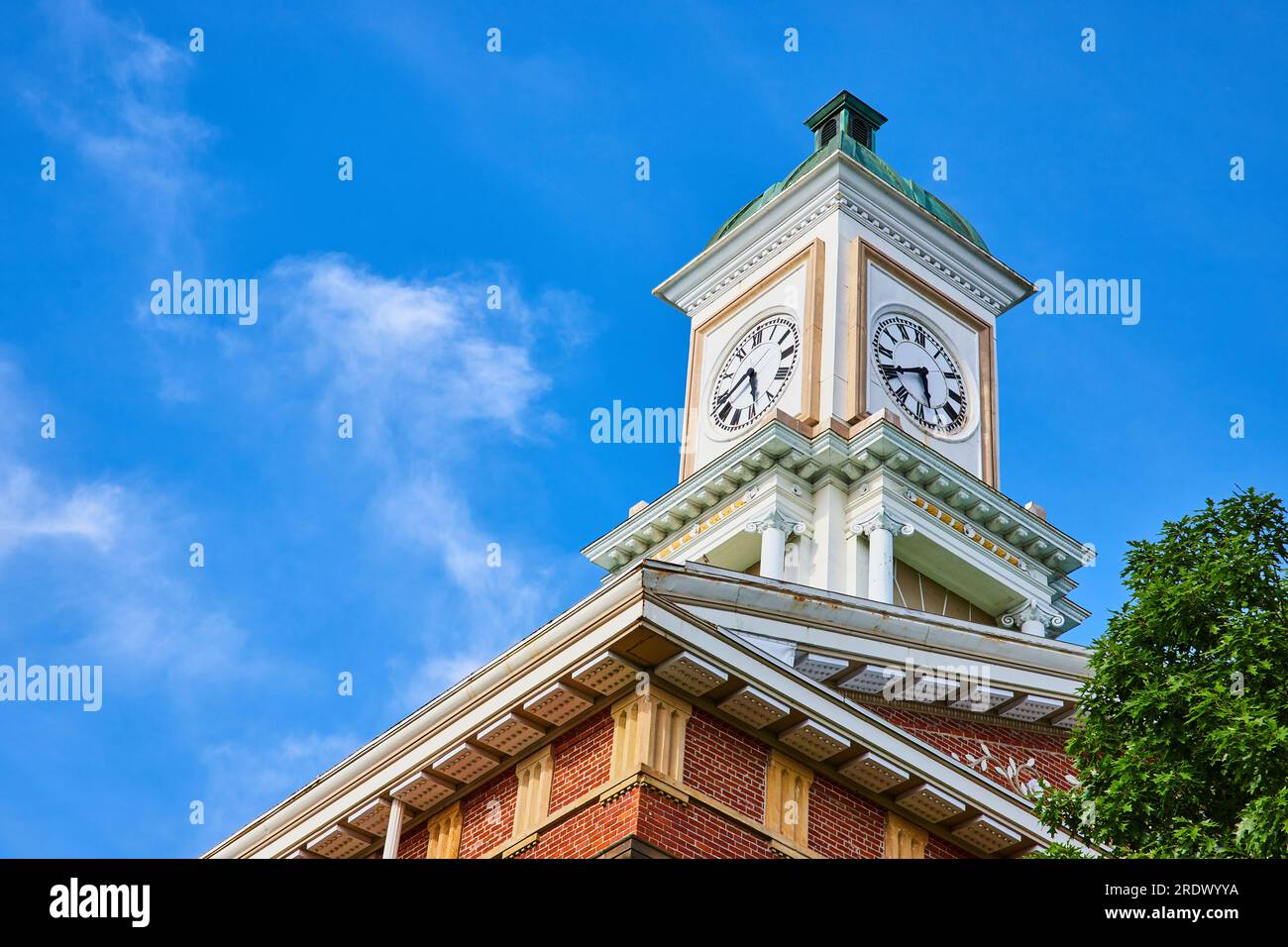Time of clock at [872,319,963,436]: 5:40
